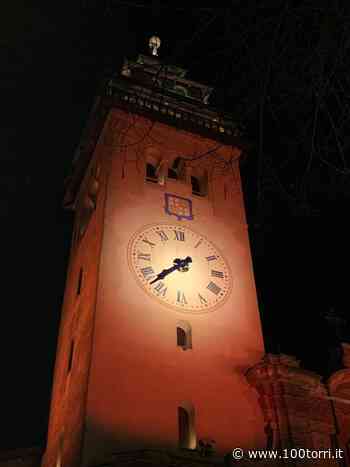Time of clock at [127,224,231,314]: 7:37
